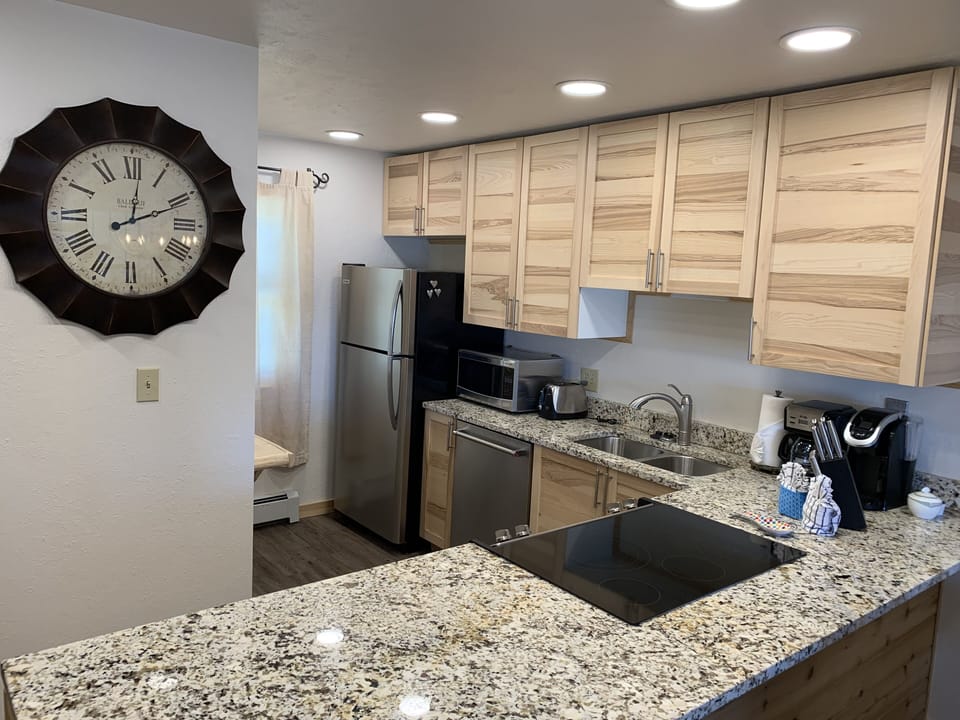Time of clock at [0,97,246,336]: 2:01
